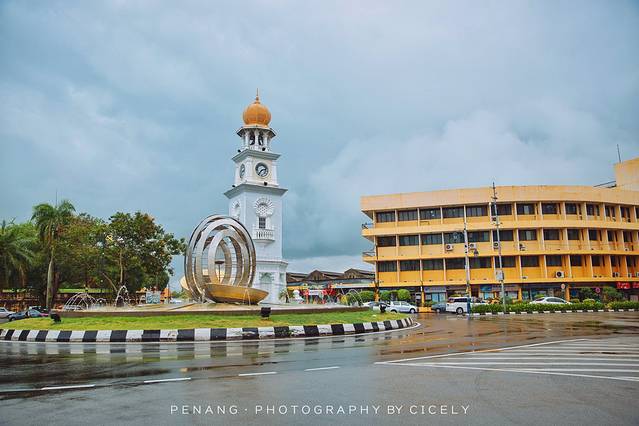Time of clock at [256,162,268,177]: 2:36
